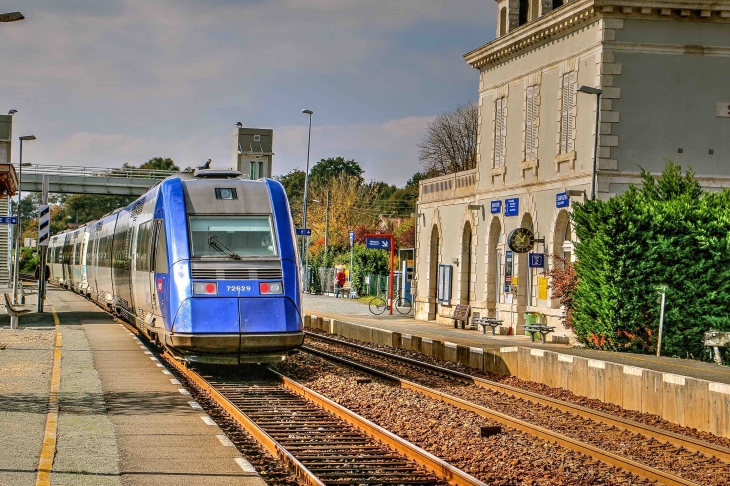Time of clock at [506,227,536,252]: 12:52
